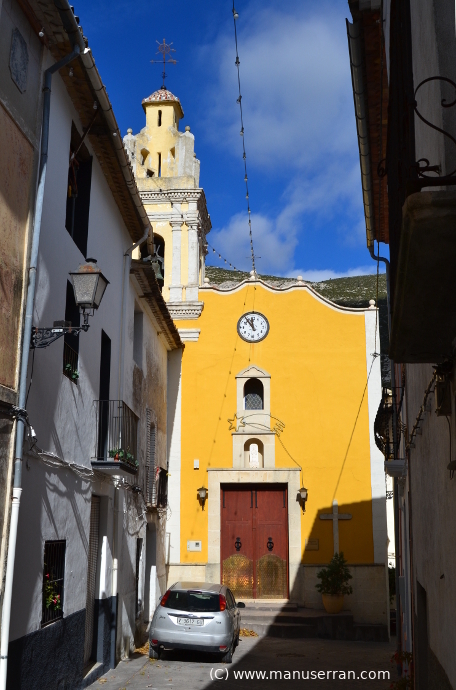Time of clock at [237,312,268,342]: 11:53
